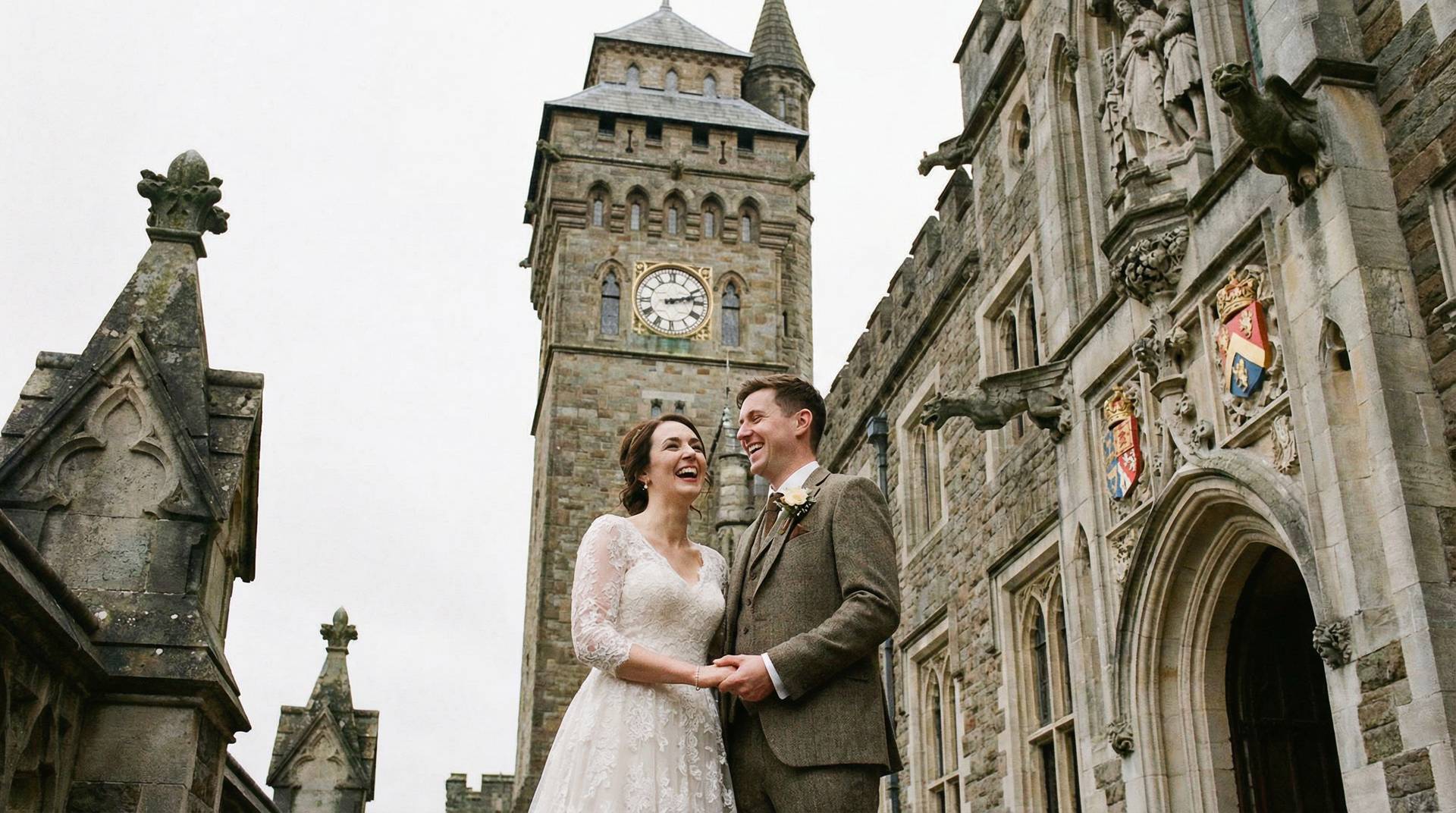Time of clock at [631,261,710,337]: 2:12
